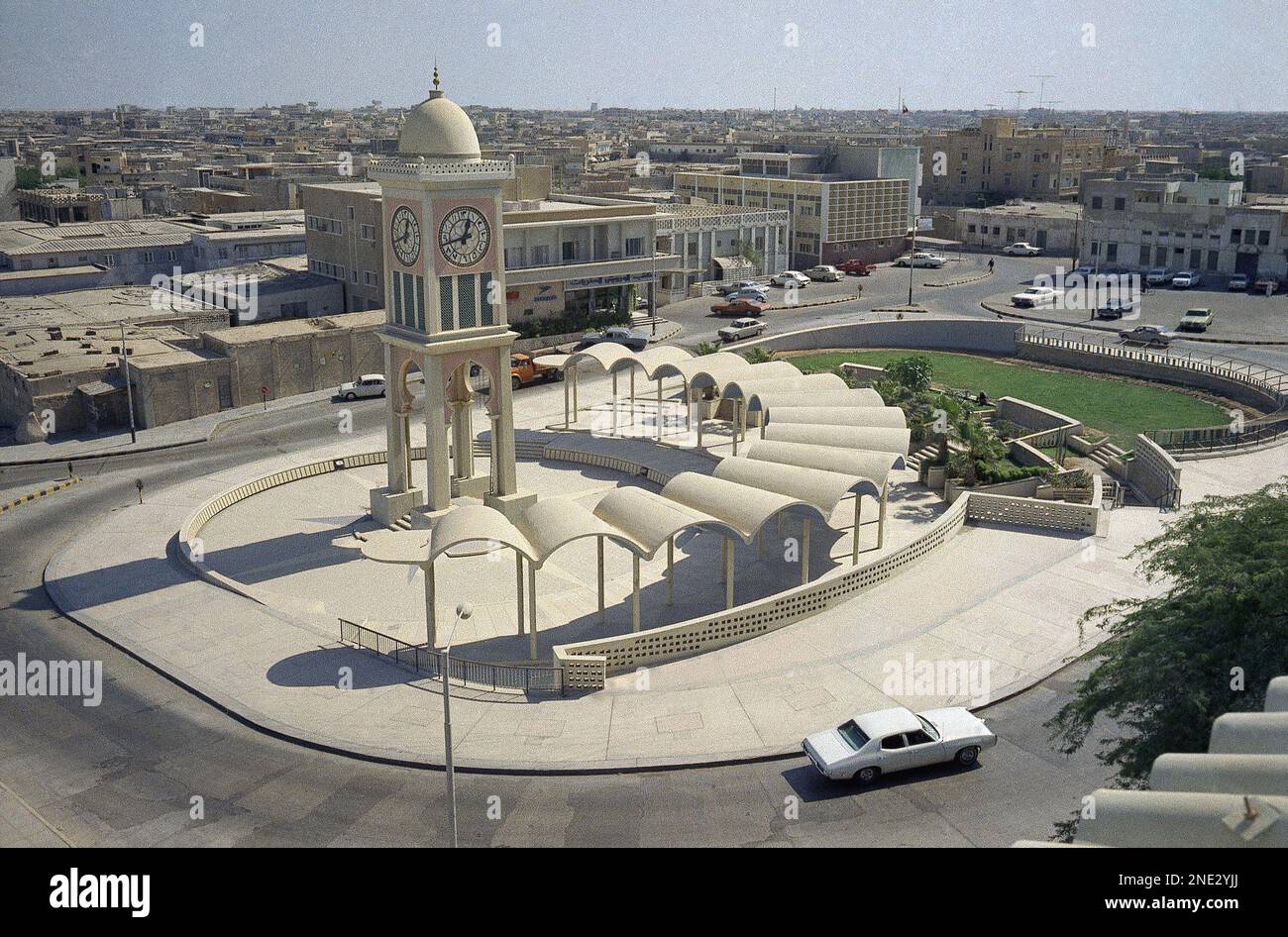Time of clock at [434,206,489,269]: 12:43
